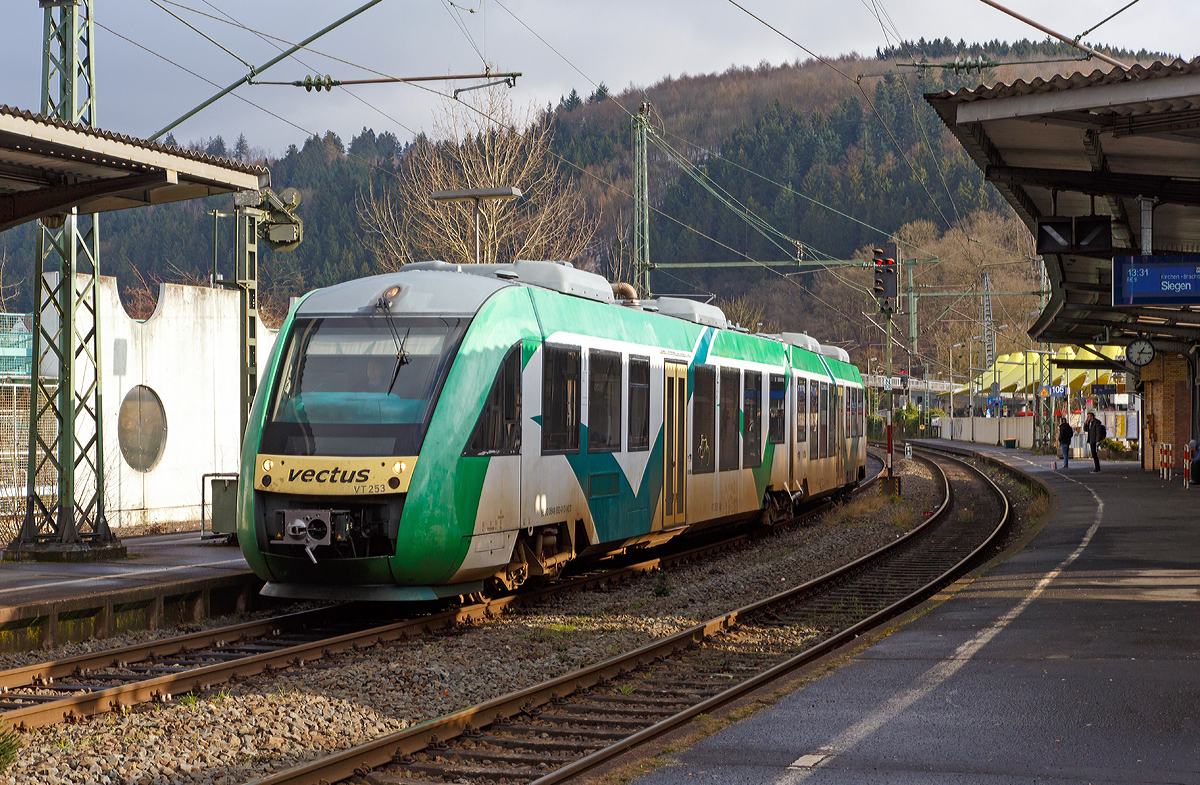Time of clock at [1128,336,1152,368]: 1:16
